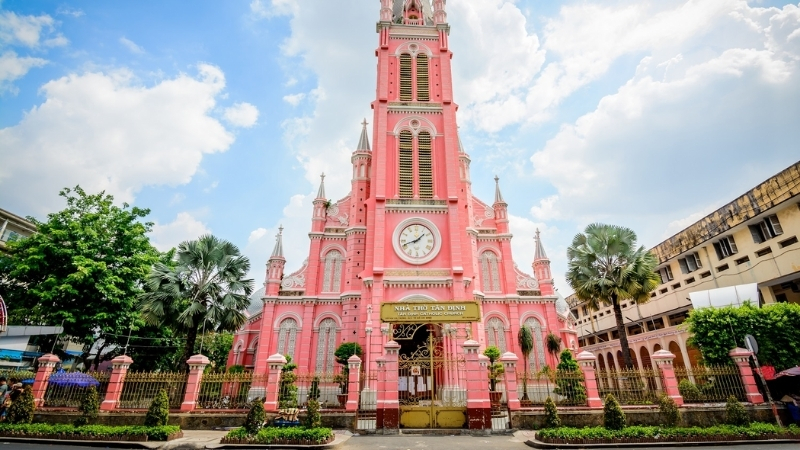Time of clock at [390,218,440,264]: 1:41
